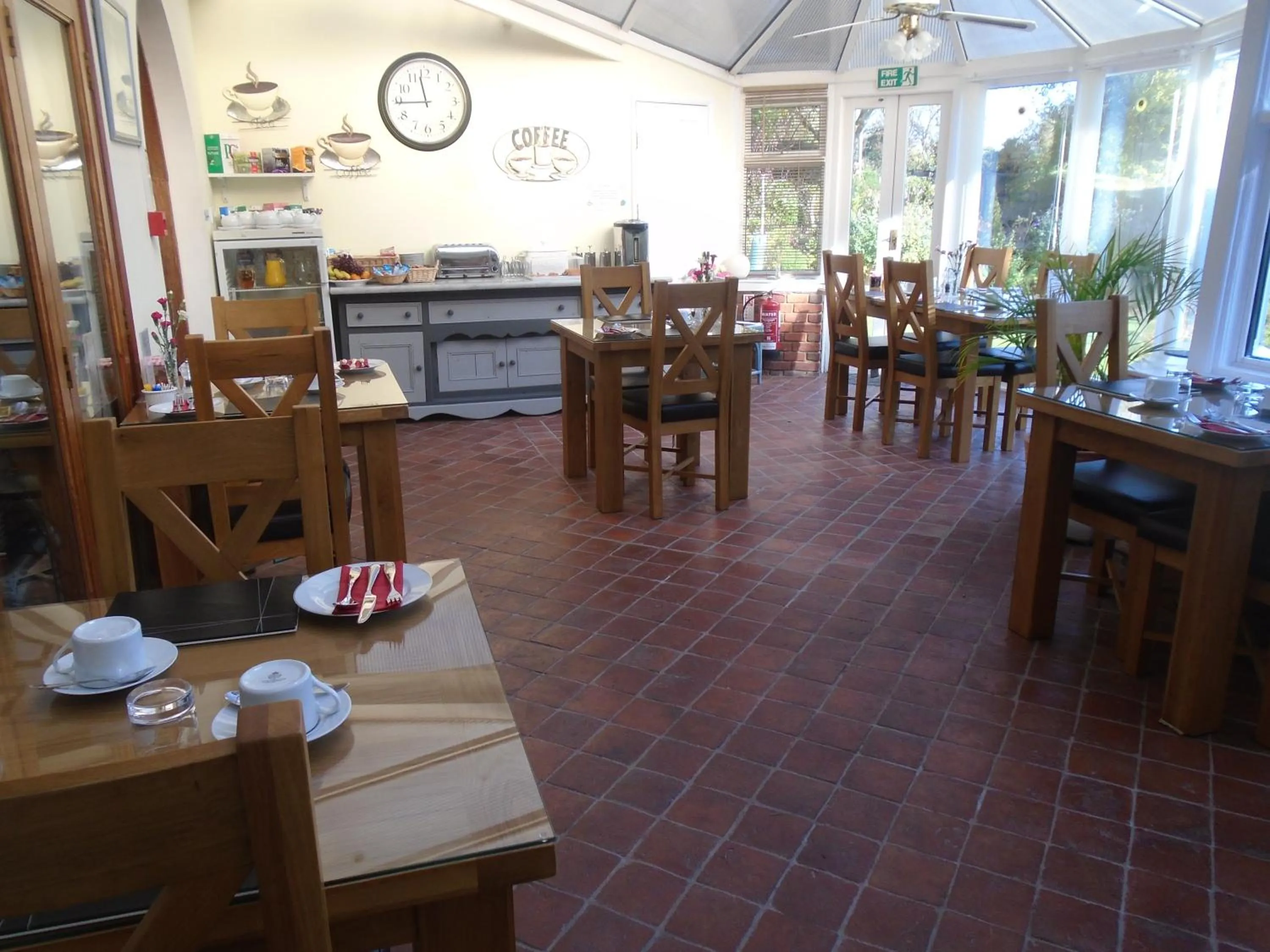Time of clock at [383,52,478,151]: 11:44
